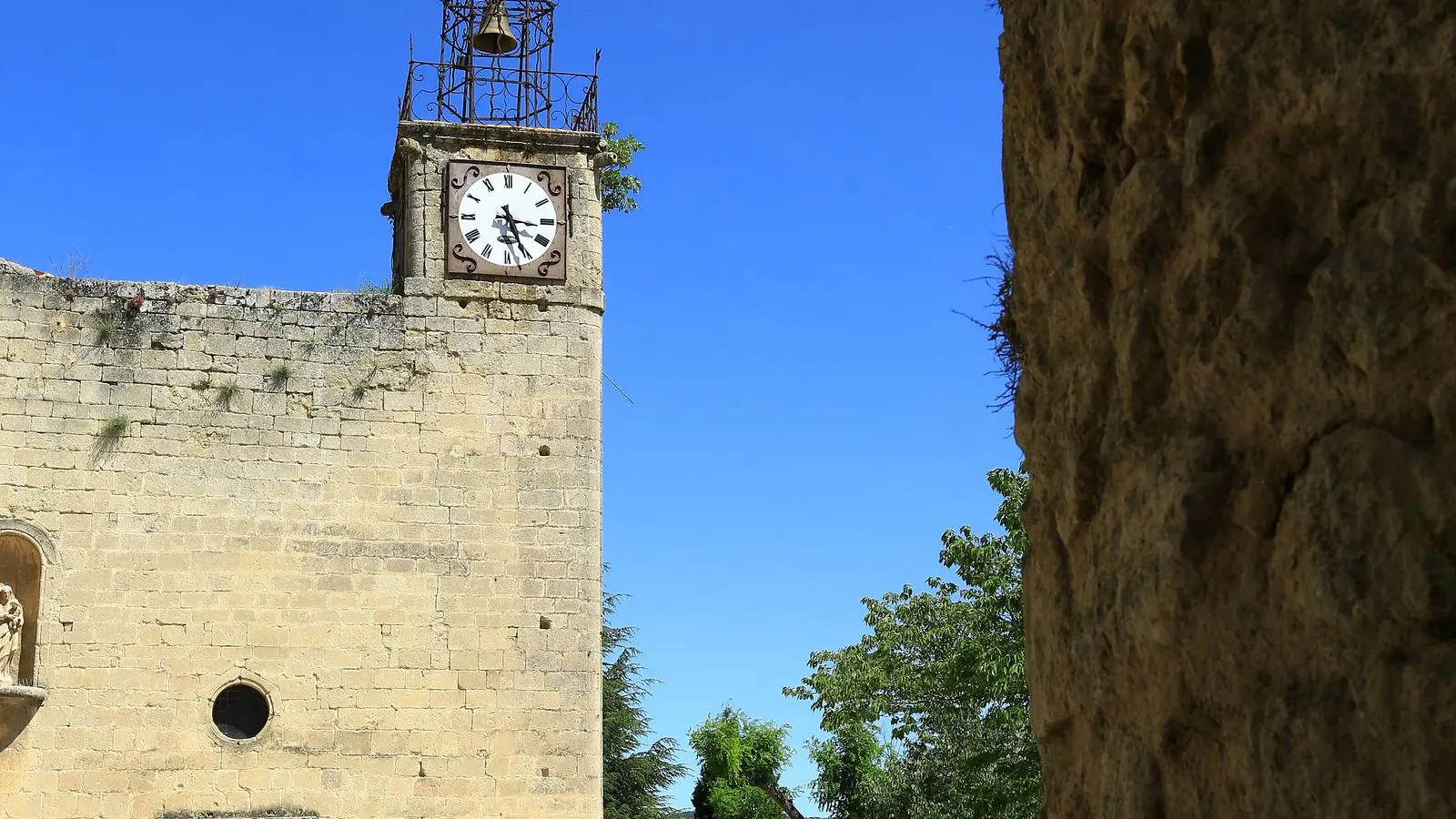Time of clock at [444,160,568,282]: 3:26
